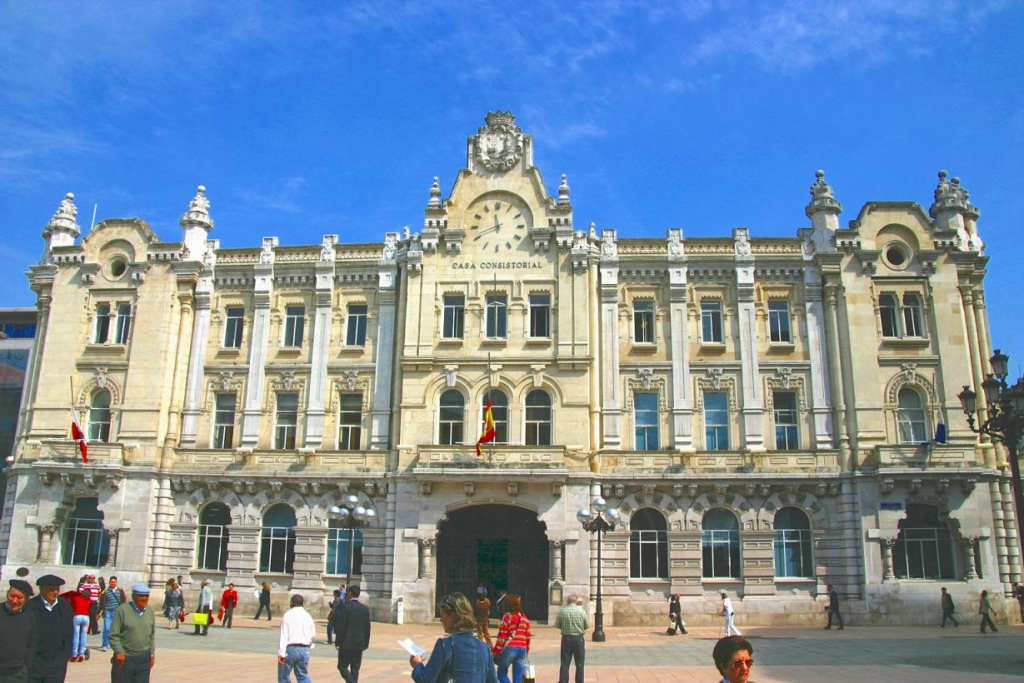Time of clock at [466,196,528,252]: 11:41
